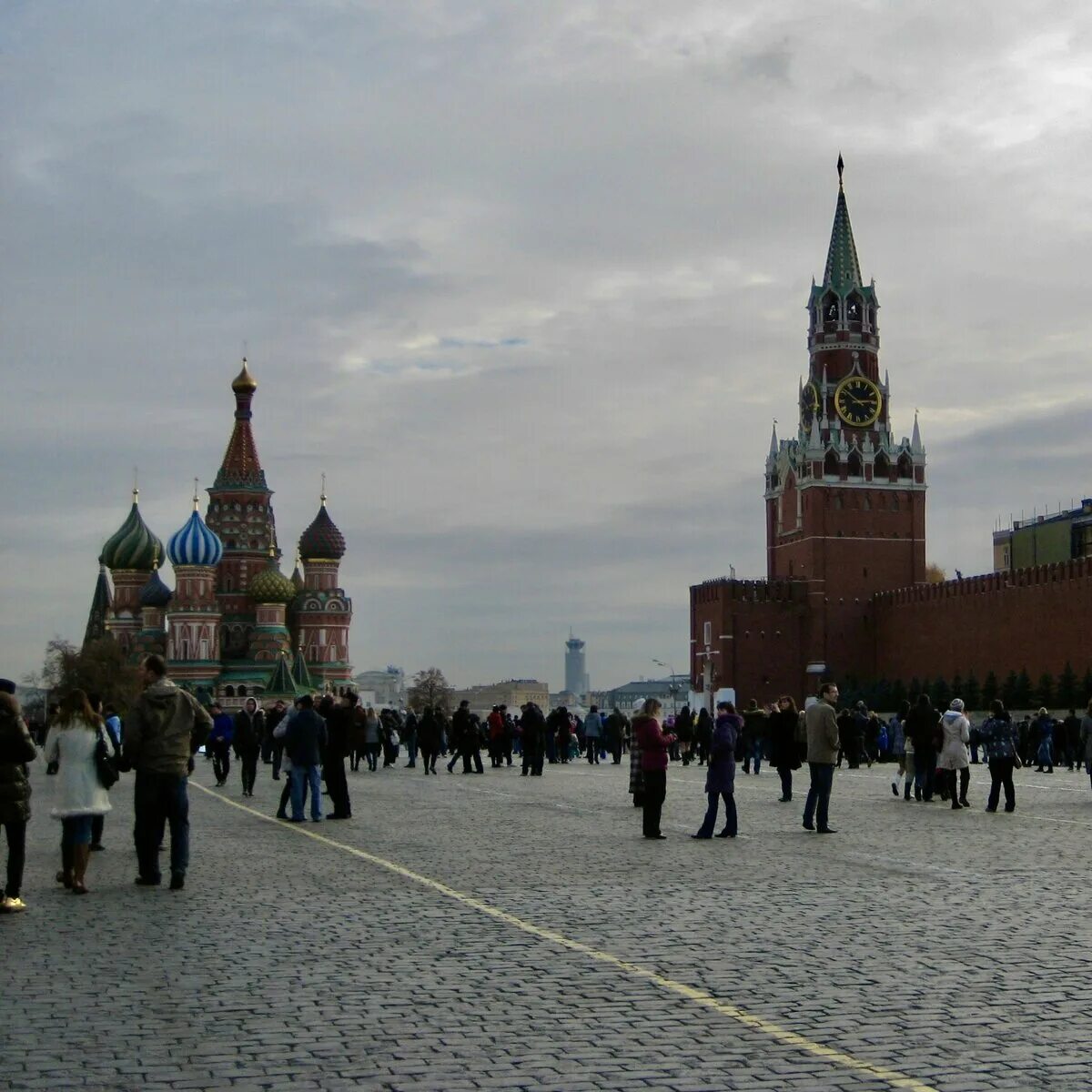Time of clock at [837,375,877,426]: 2:51
